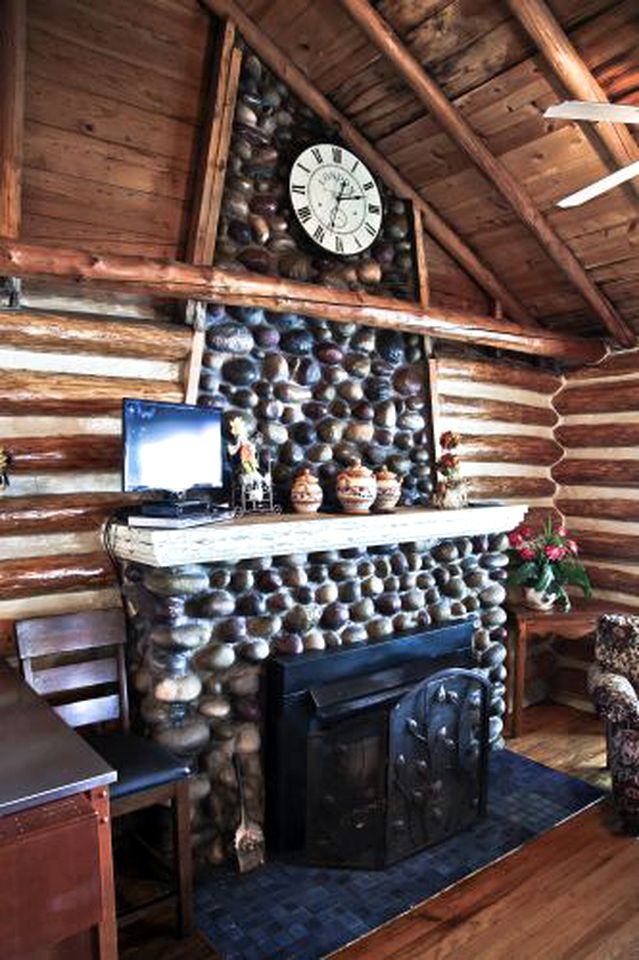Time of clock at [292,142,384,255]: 2:32
